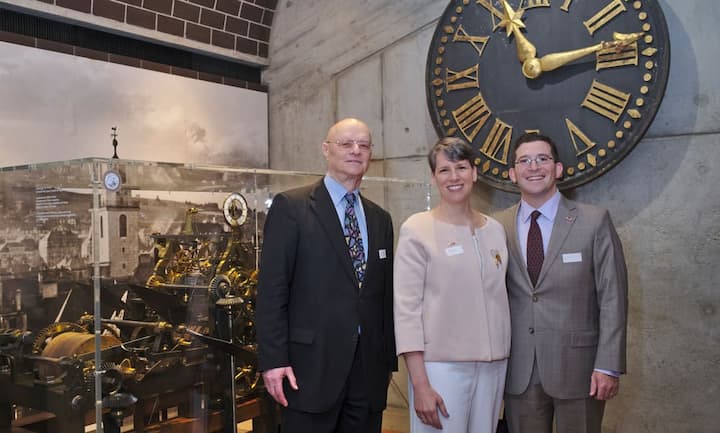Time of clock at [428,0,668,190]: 11:13
